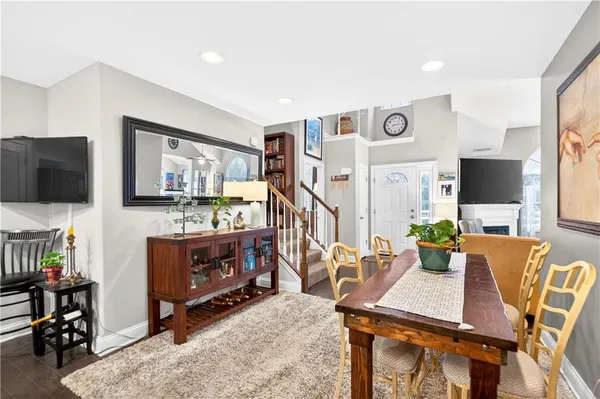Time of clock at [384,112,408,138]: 8:15
